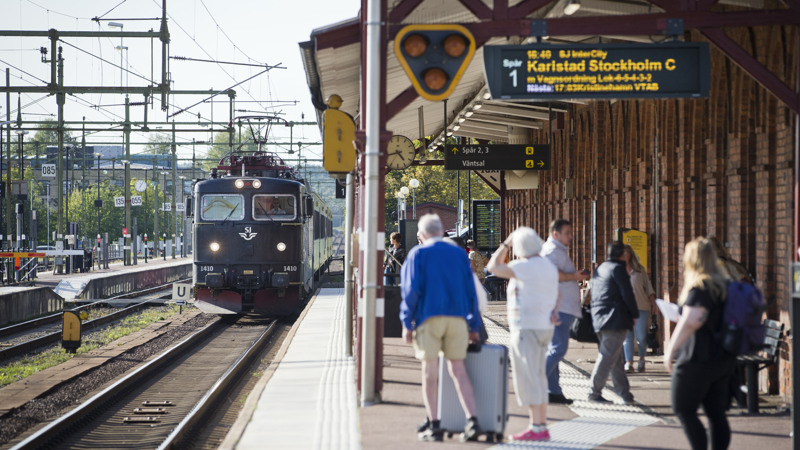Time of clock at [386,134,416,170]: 4:42
